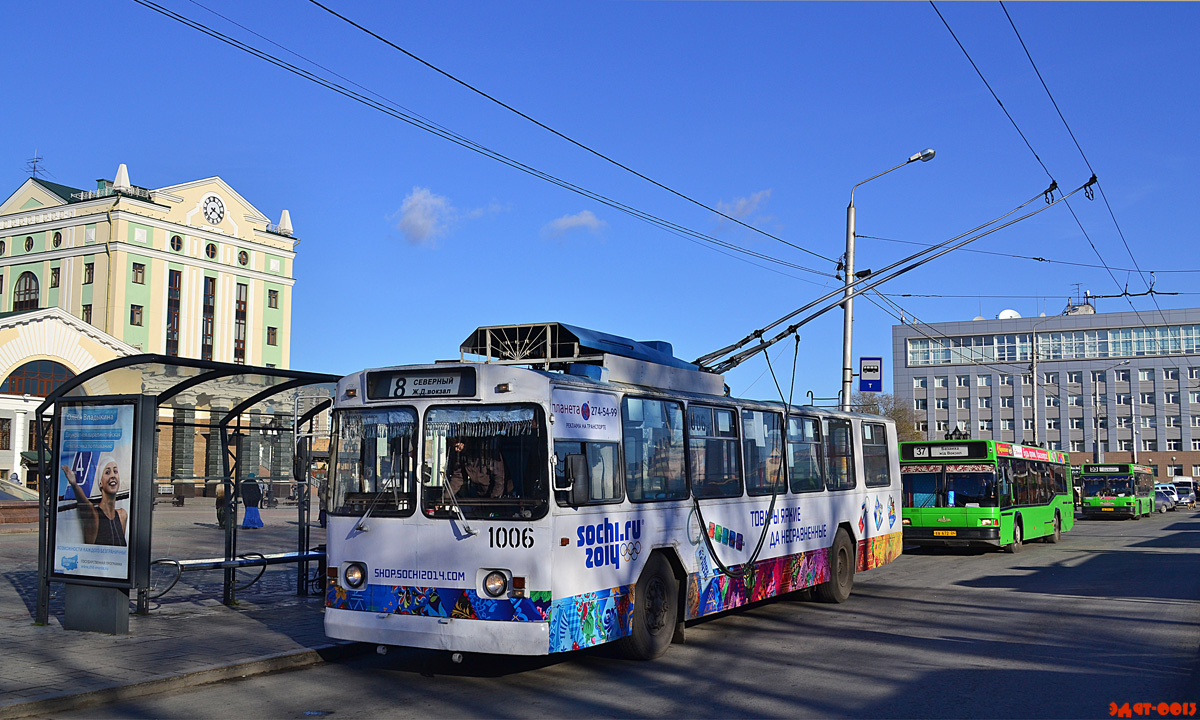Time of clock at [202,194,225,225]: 7:19
